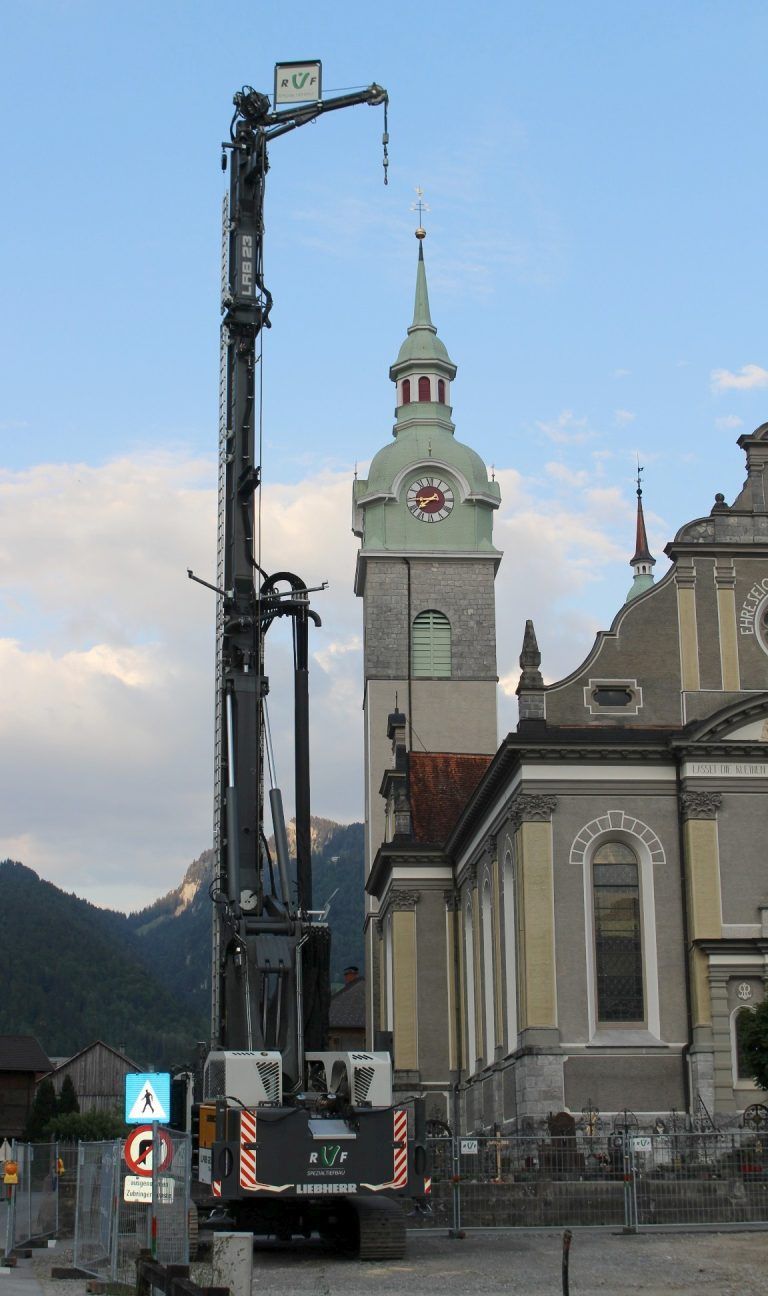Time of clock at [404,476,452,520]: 7:44
